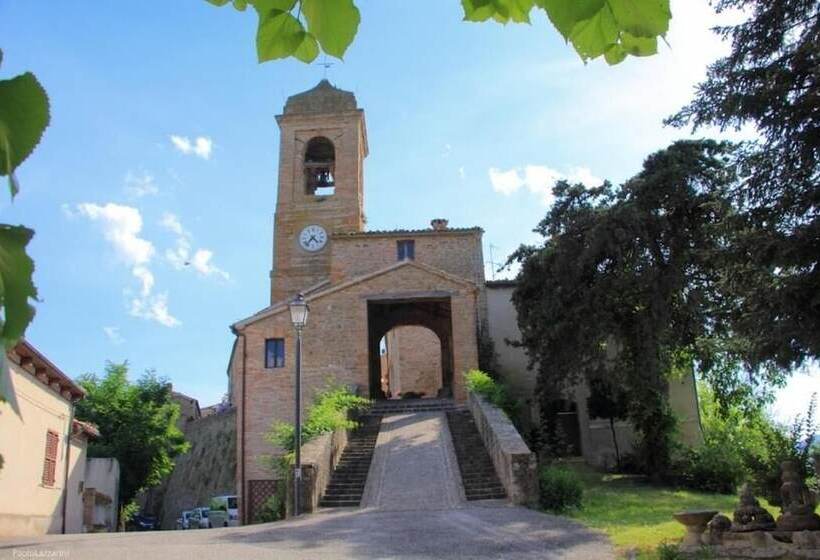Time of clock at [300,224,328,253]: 4:36
